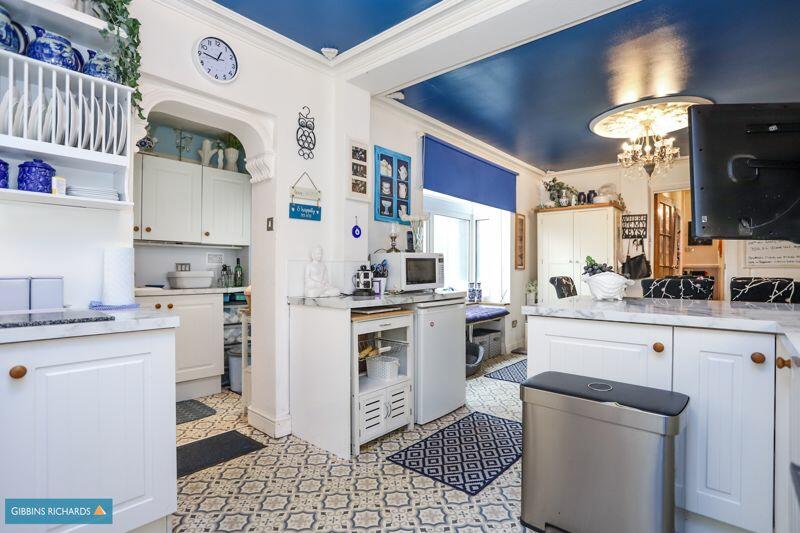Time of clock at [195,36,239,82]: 12:46
